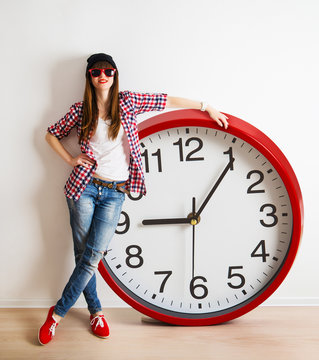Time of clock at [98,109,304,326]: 9:06
